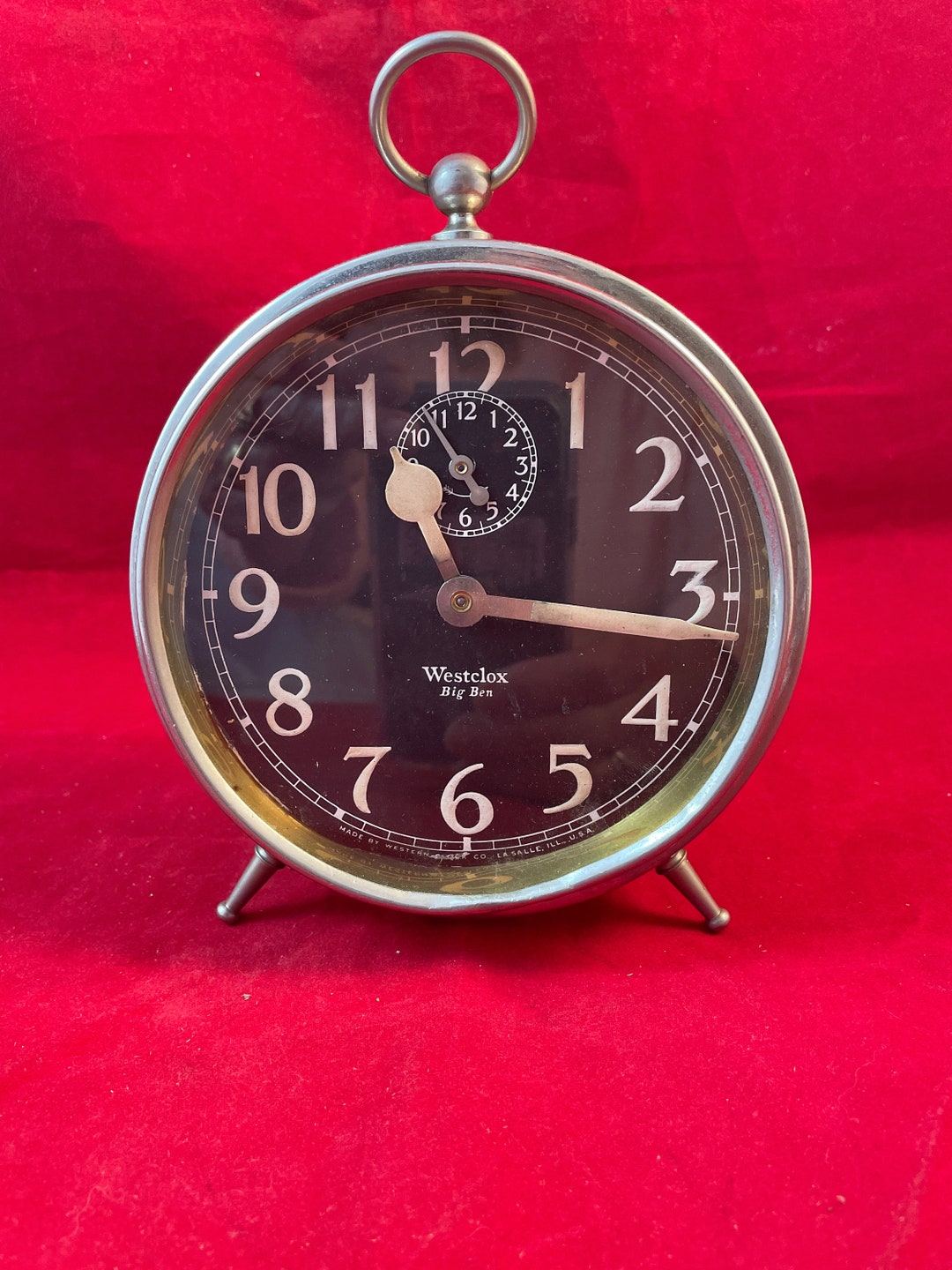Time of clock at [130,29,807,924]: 11:16
